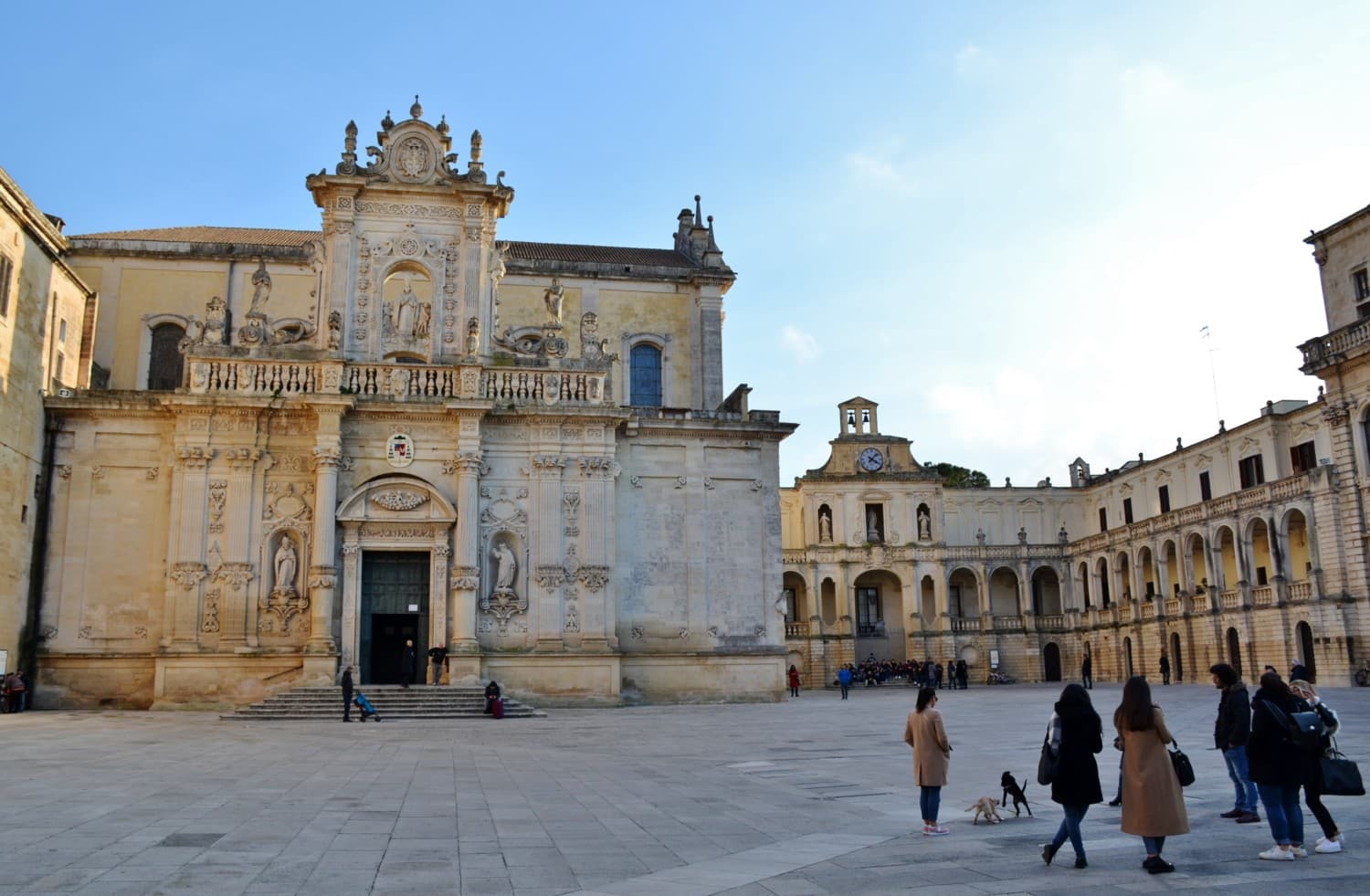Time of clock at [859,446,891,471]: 4:07
